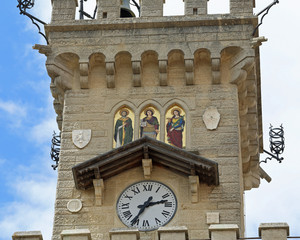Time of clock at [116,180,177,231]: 2:35
